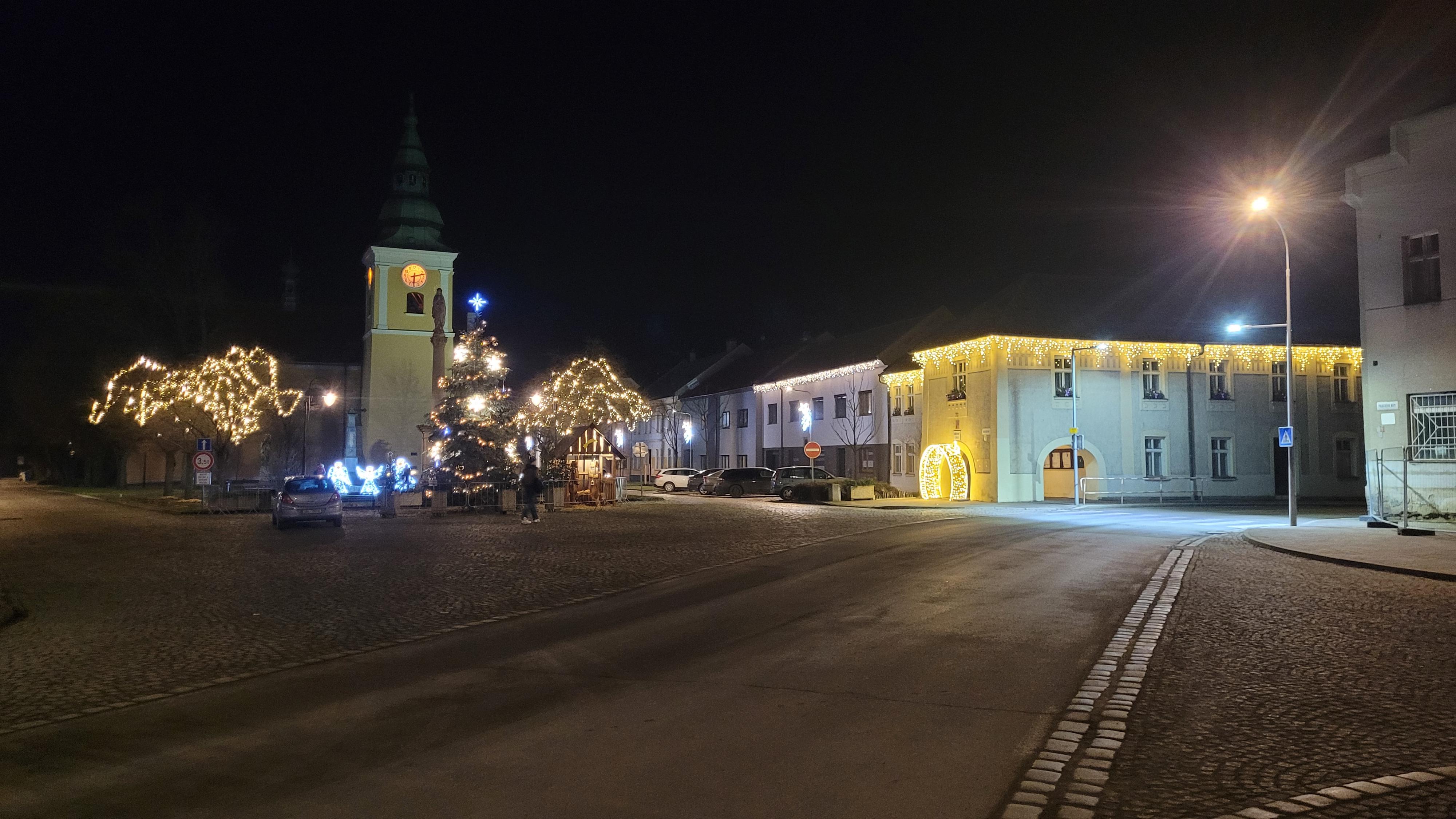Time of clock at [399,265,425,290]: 6:12
